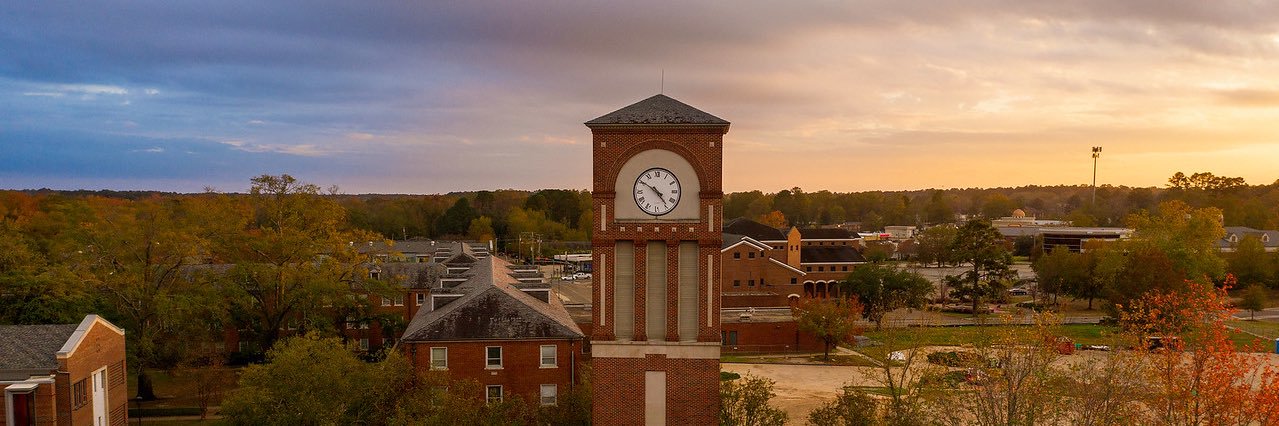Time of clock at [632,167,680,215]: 4:50
